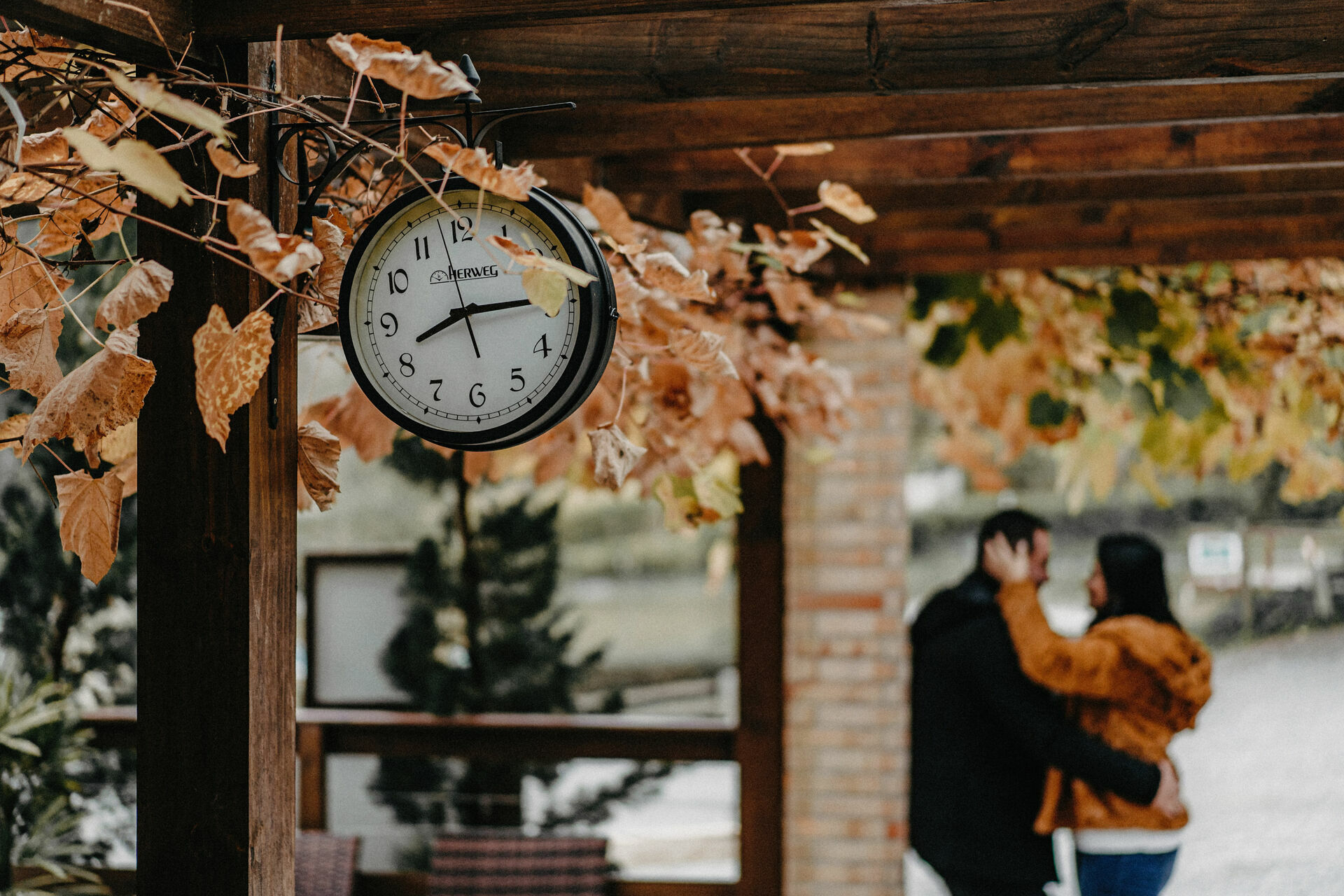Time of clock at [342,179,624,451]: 8:14
